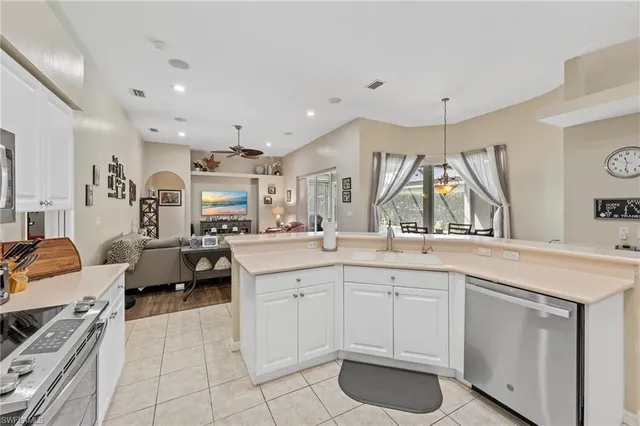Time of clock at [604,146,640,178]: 11:31
